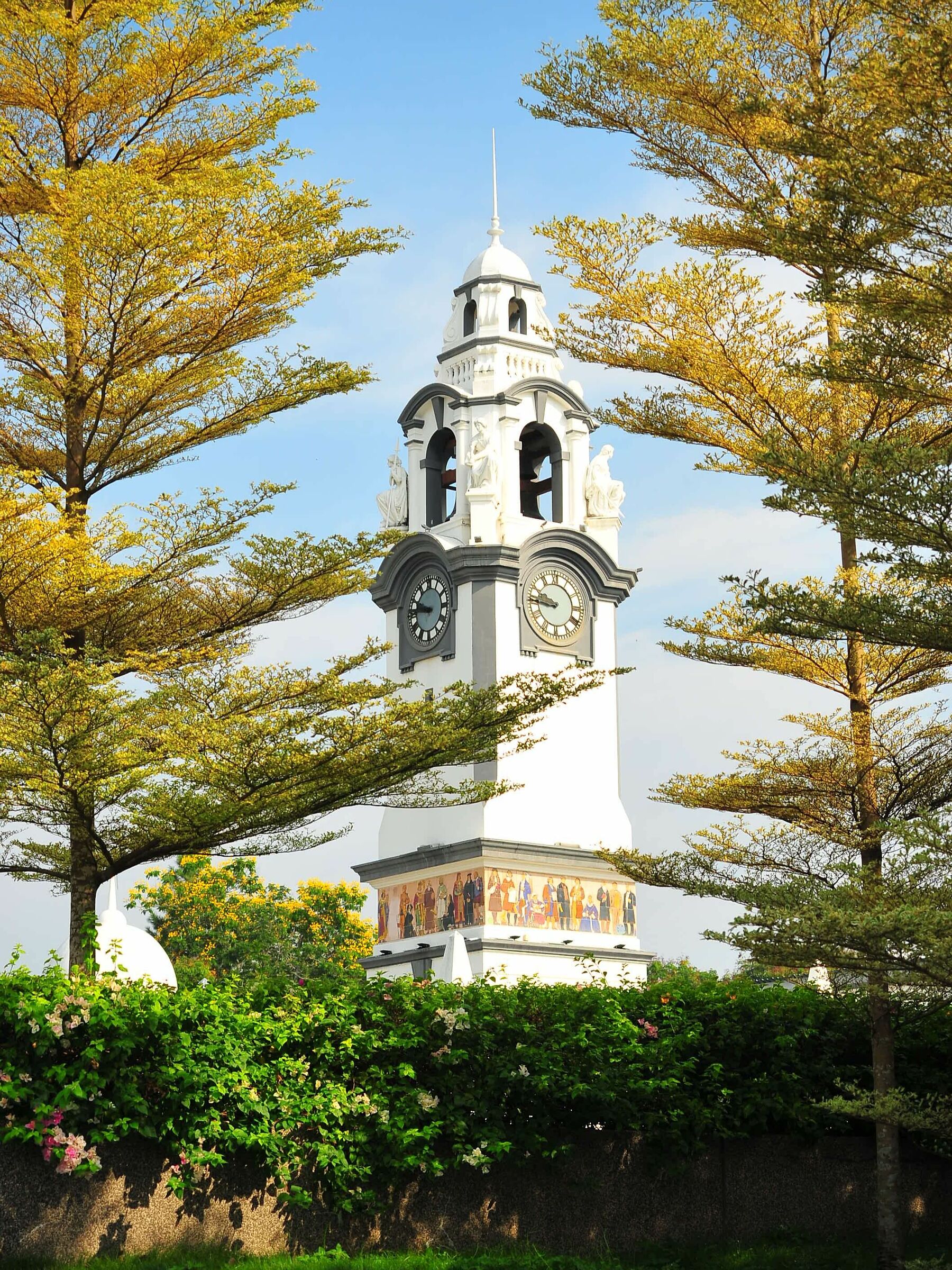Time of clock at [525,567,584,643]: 9:45
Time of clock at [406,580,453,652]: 9:45
